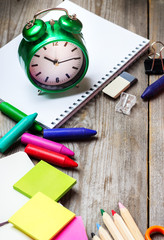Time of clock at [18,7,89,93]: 10:14
